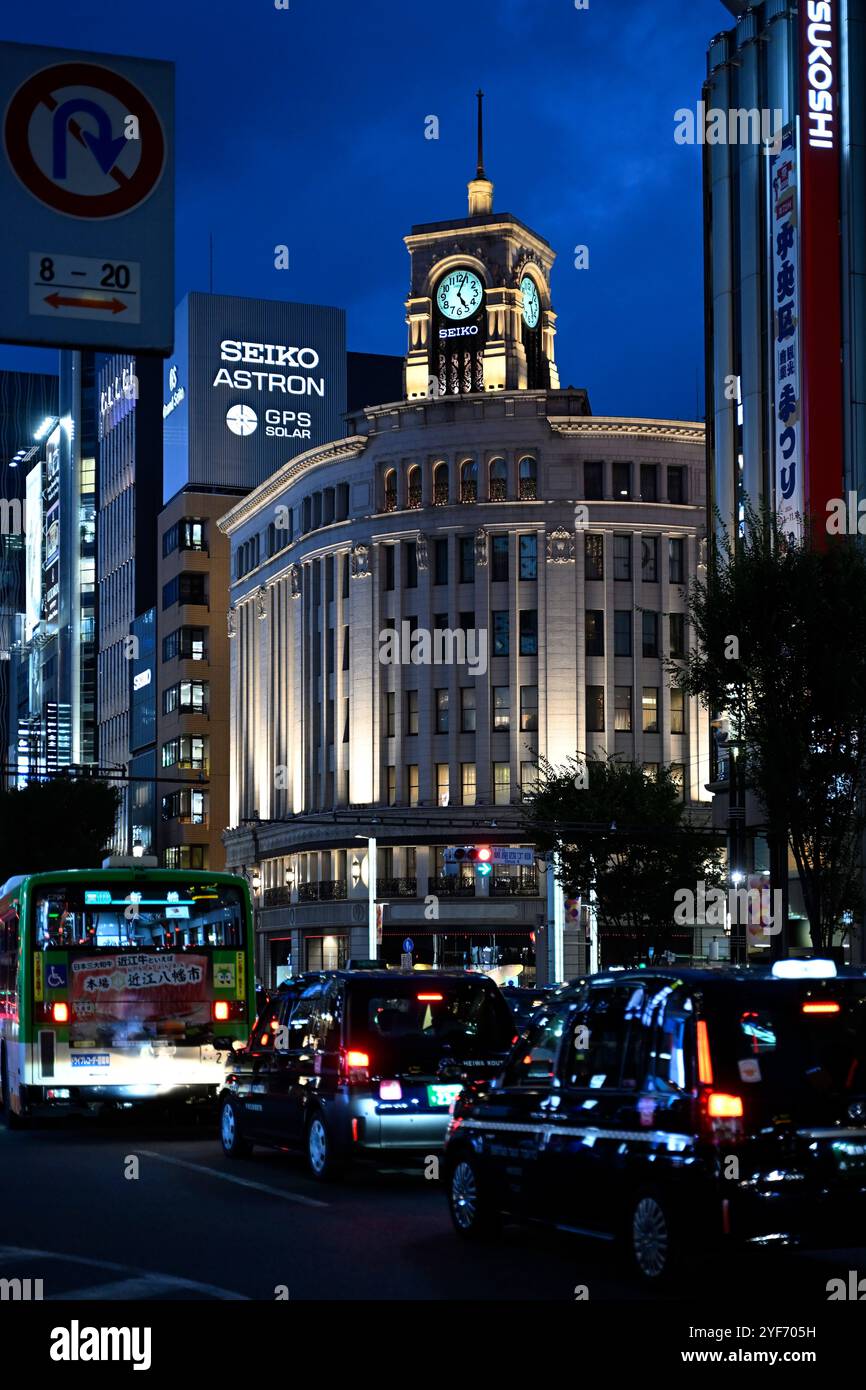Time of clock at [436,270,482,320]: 5:03
